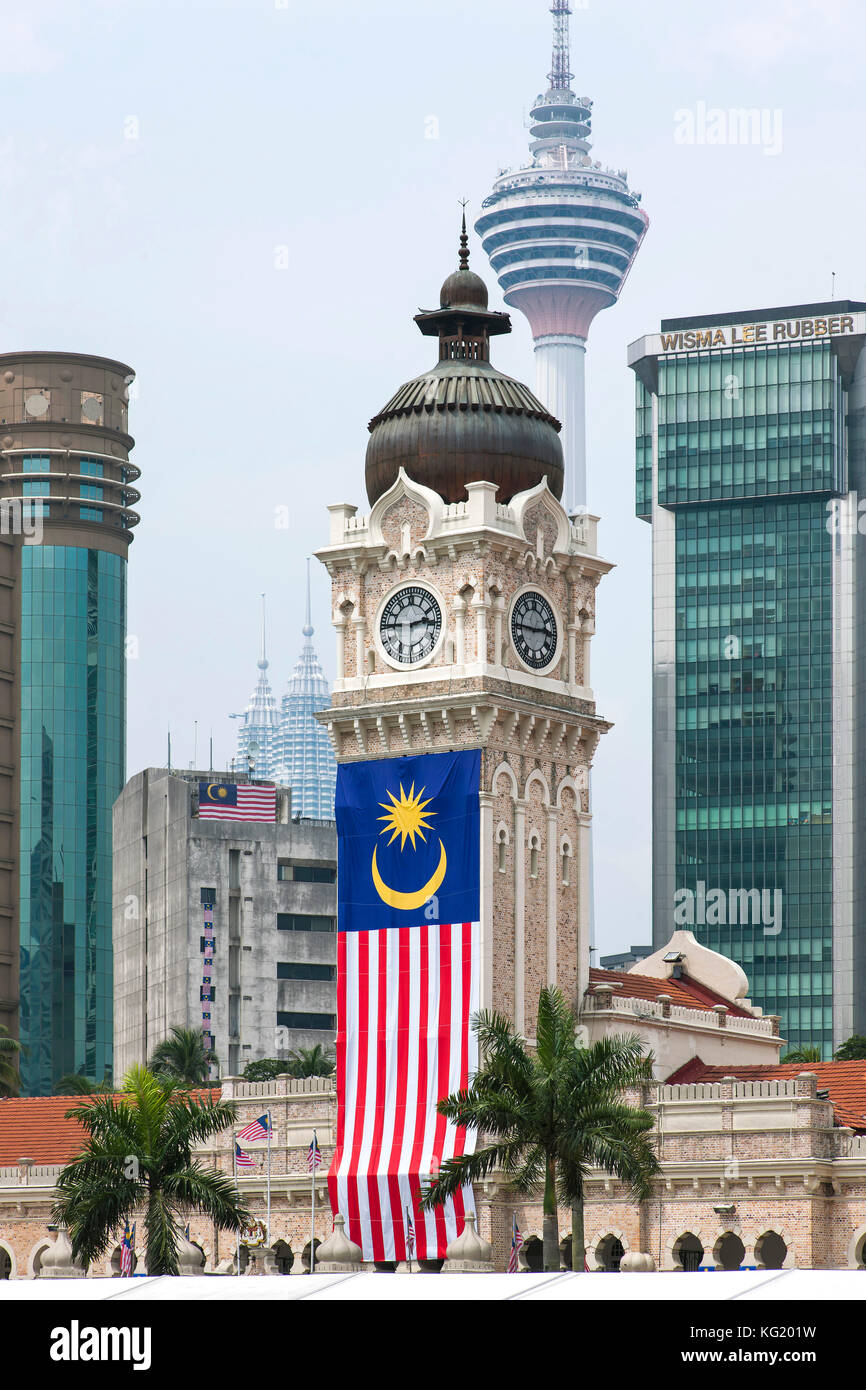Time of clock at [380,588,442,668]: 2:45
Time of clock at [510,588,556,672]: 2:45
